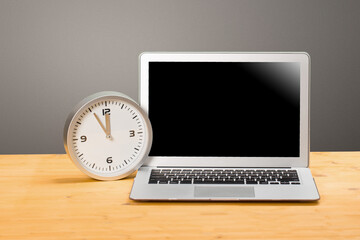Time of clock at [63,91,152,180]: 11:55
